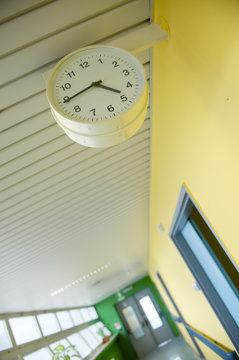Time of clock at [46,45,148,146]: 4:44
